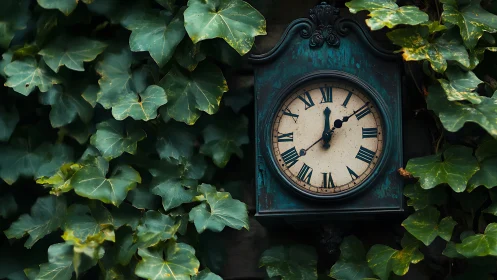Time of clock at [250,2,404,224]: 12:08
